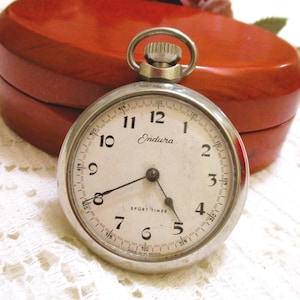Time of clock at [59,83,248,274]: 4:40
